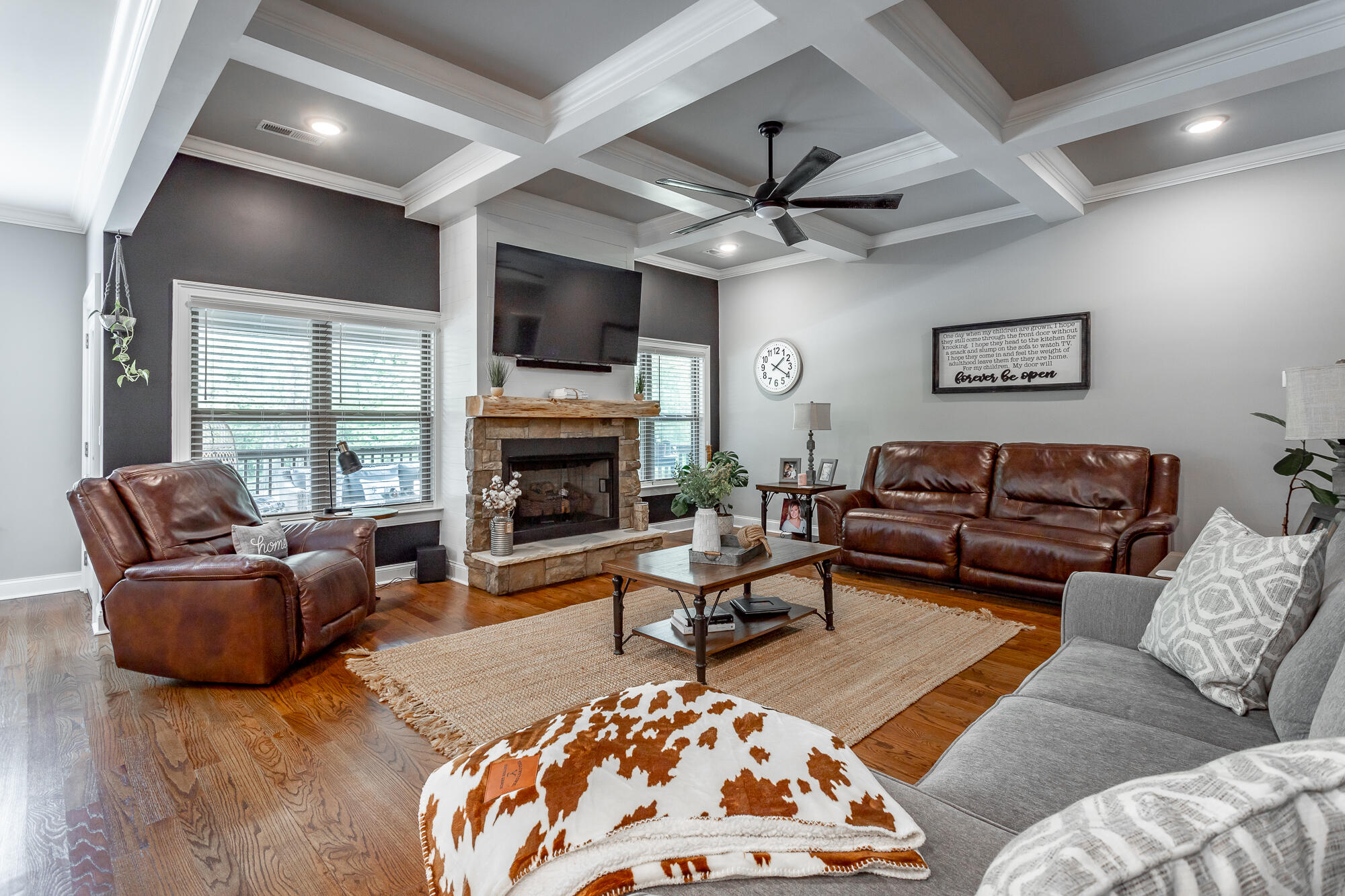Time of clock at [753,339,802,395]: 1:20
